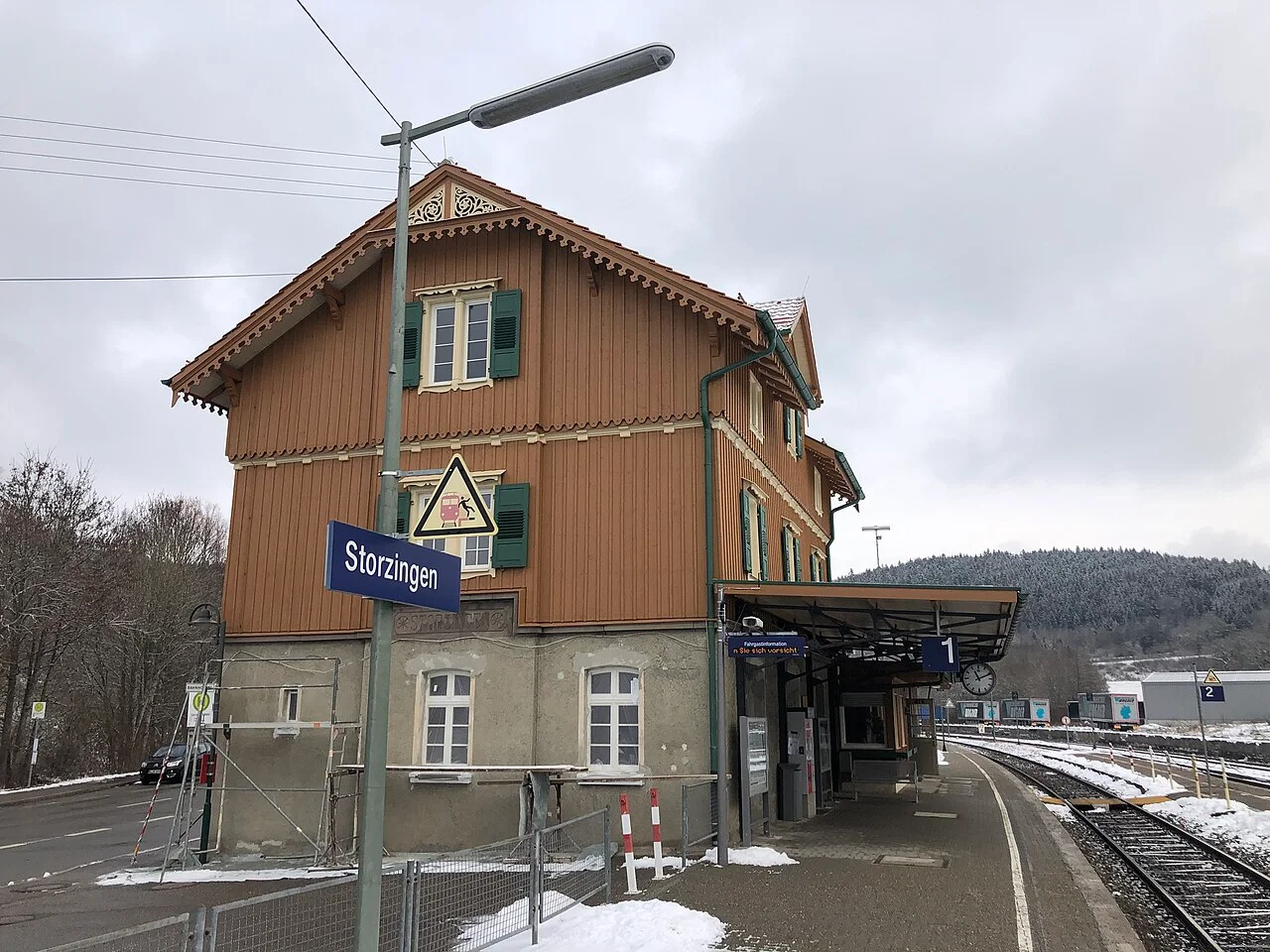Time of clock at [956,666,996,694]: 11:11
